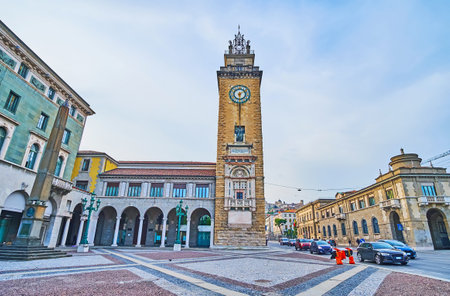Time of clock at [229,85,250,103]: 6:10
